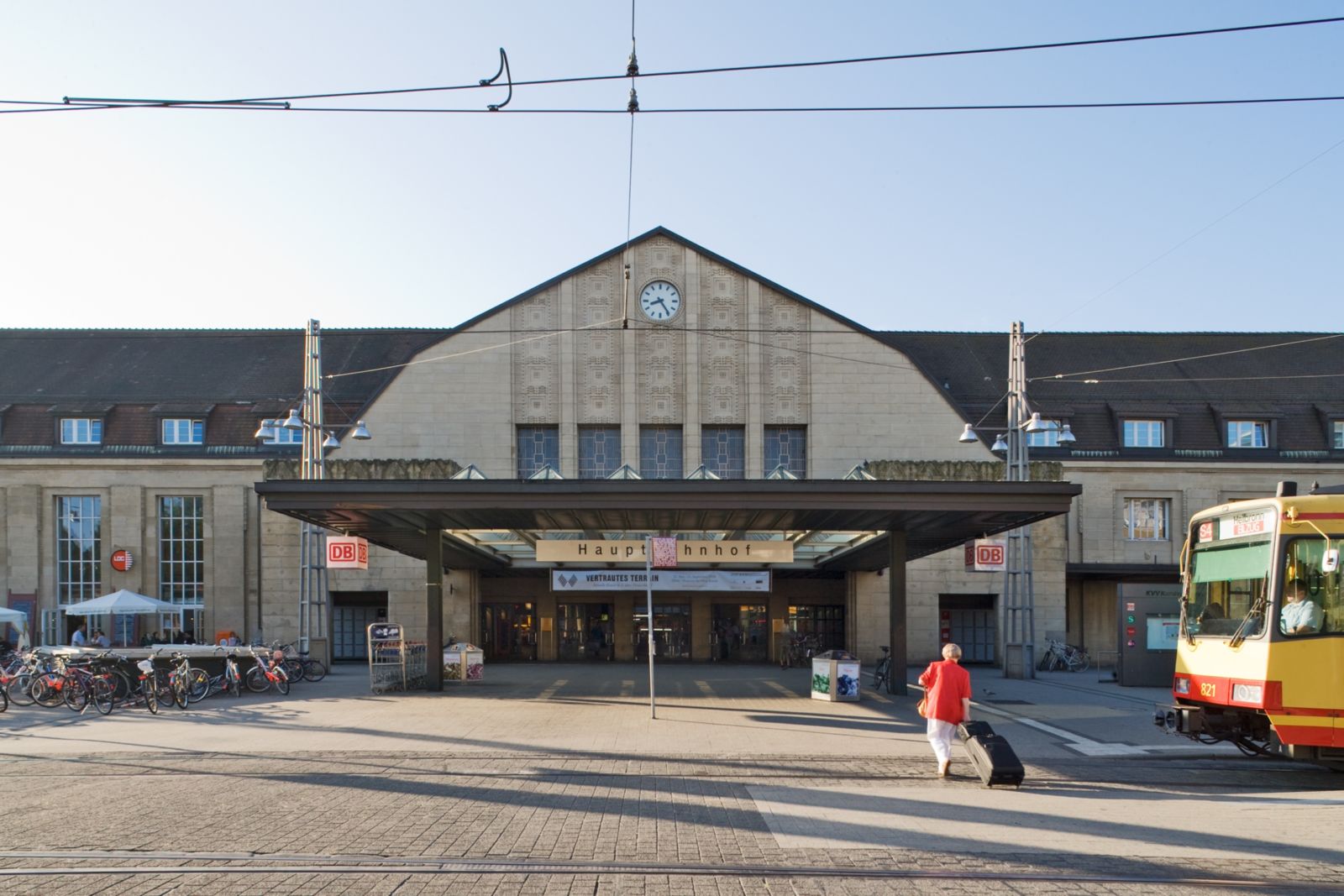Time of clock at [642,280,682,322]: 8:24
